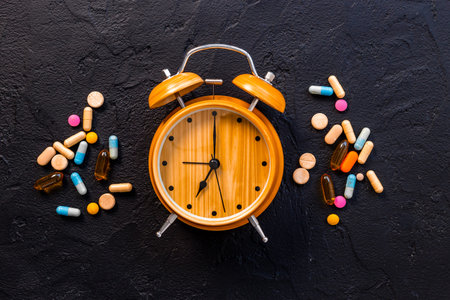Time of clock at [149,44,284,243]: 7:00
